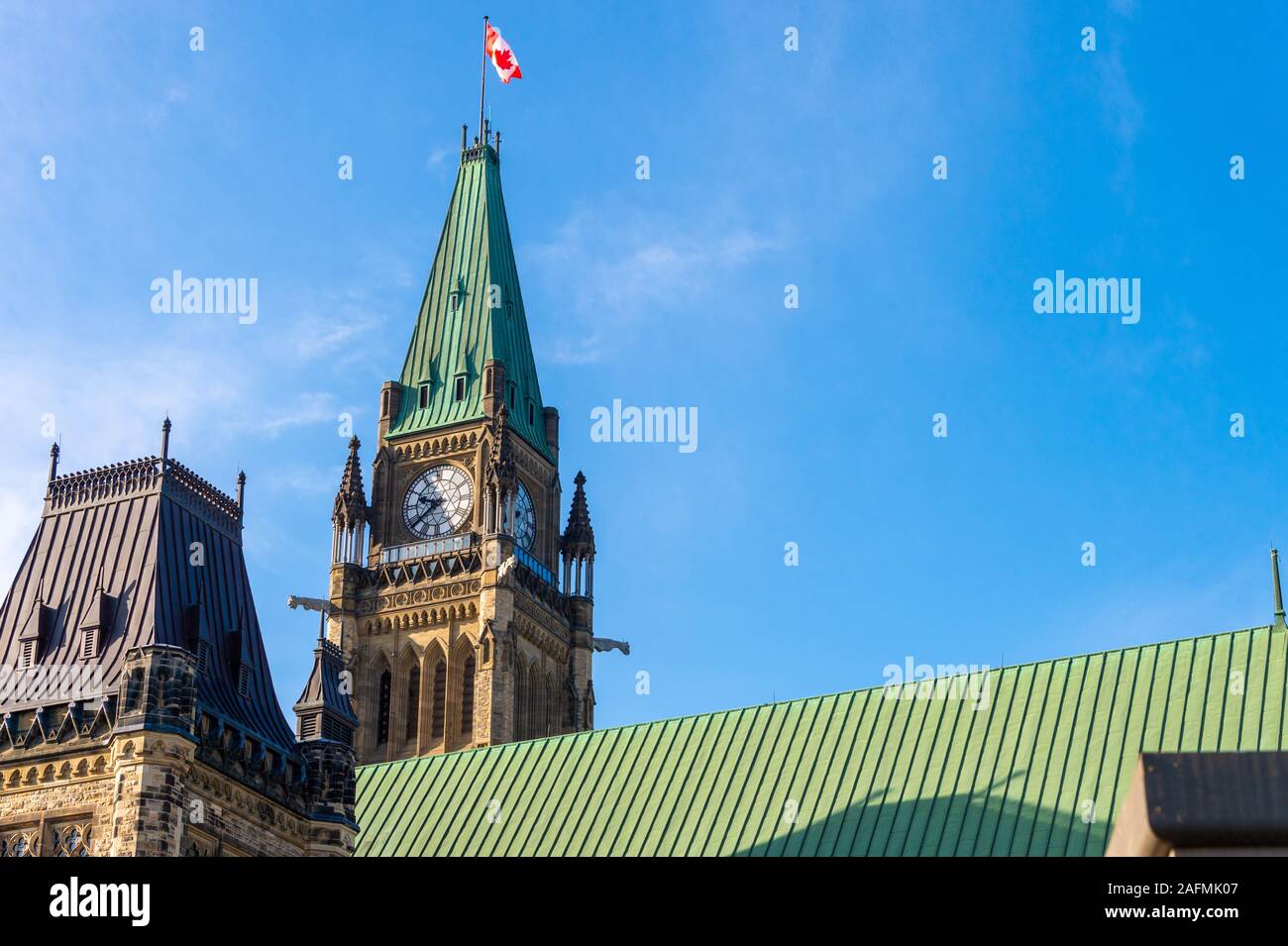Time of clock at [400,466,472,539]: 9:38
